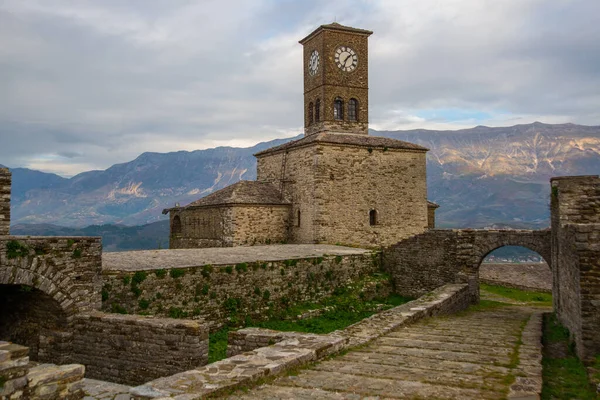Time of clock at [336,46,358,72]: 1:33
